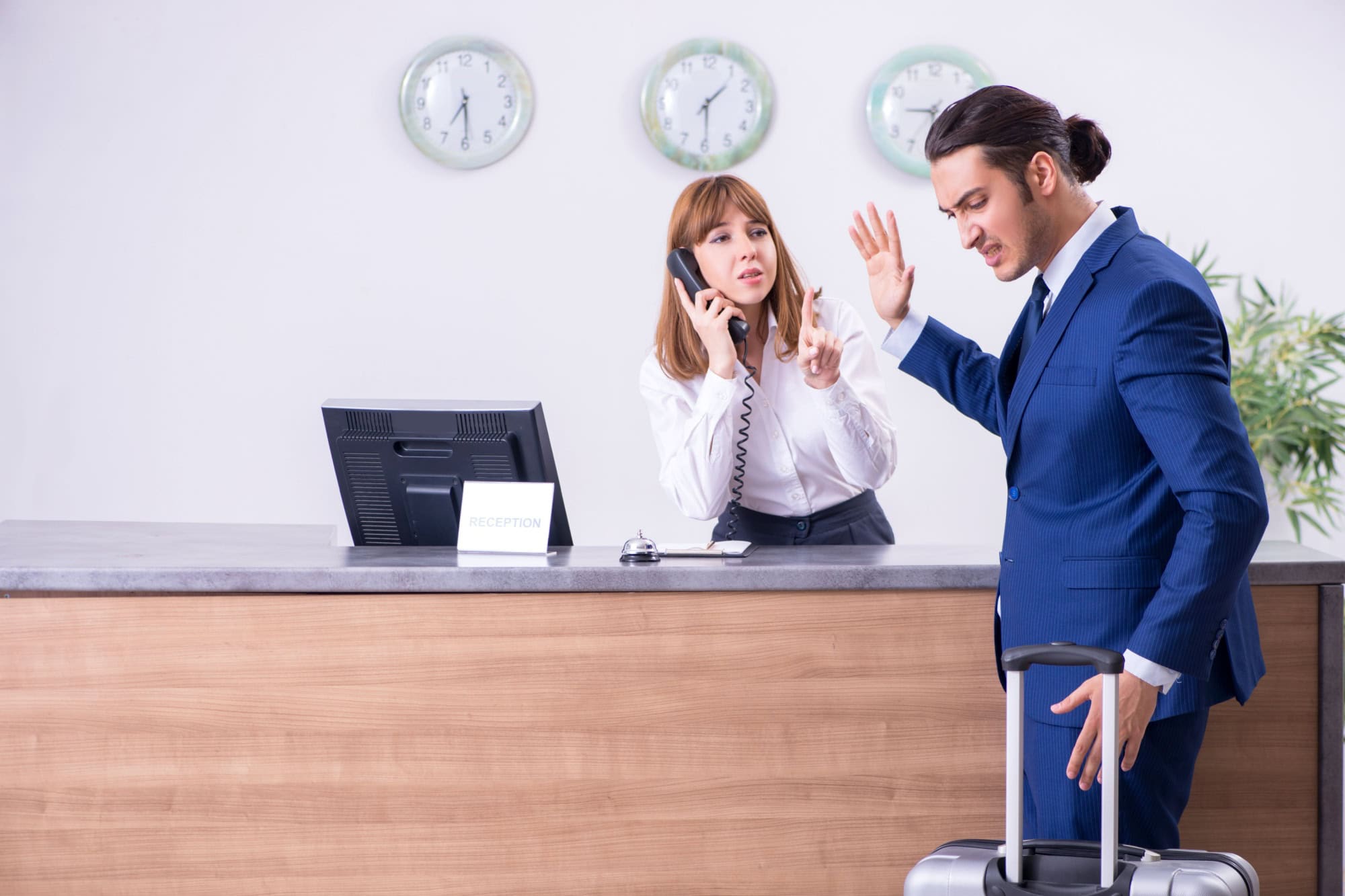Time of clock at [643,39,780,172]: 1:29
